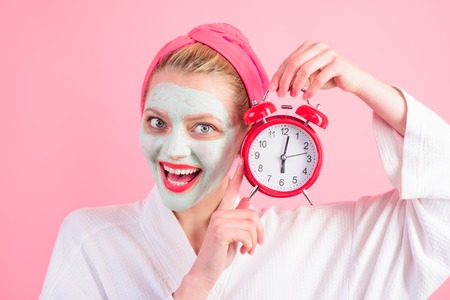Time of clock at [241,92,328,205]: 6:02
